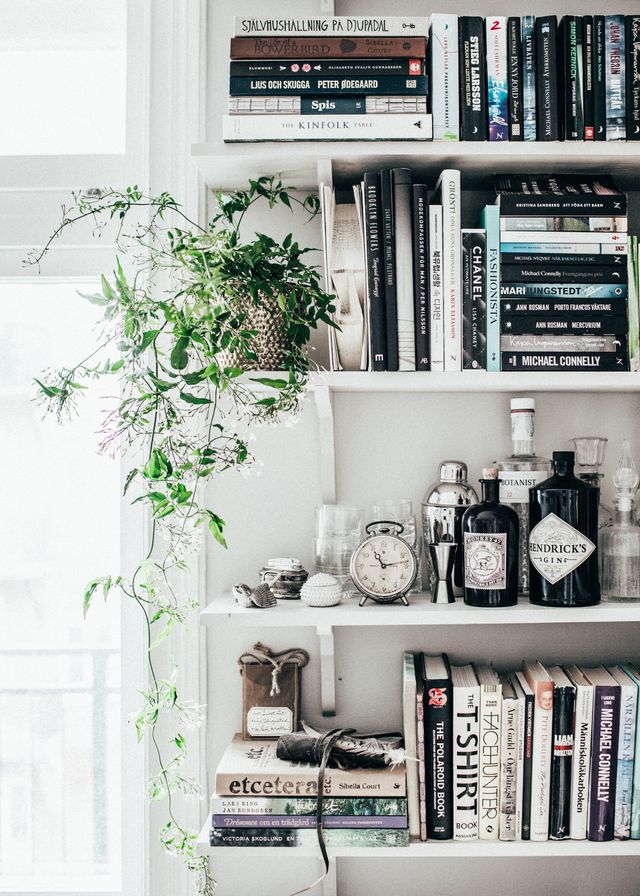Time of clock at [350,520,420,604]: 11:13
